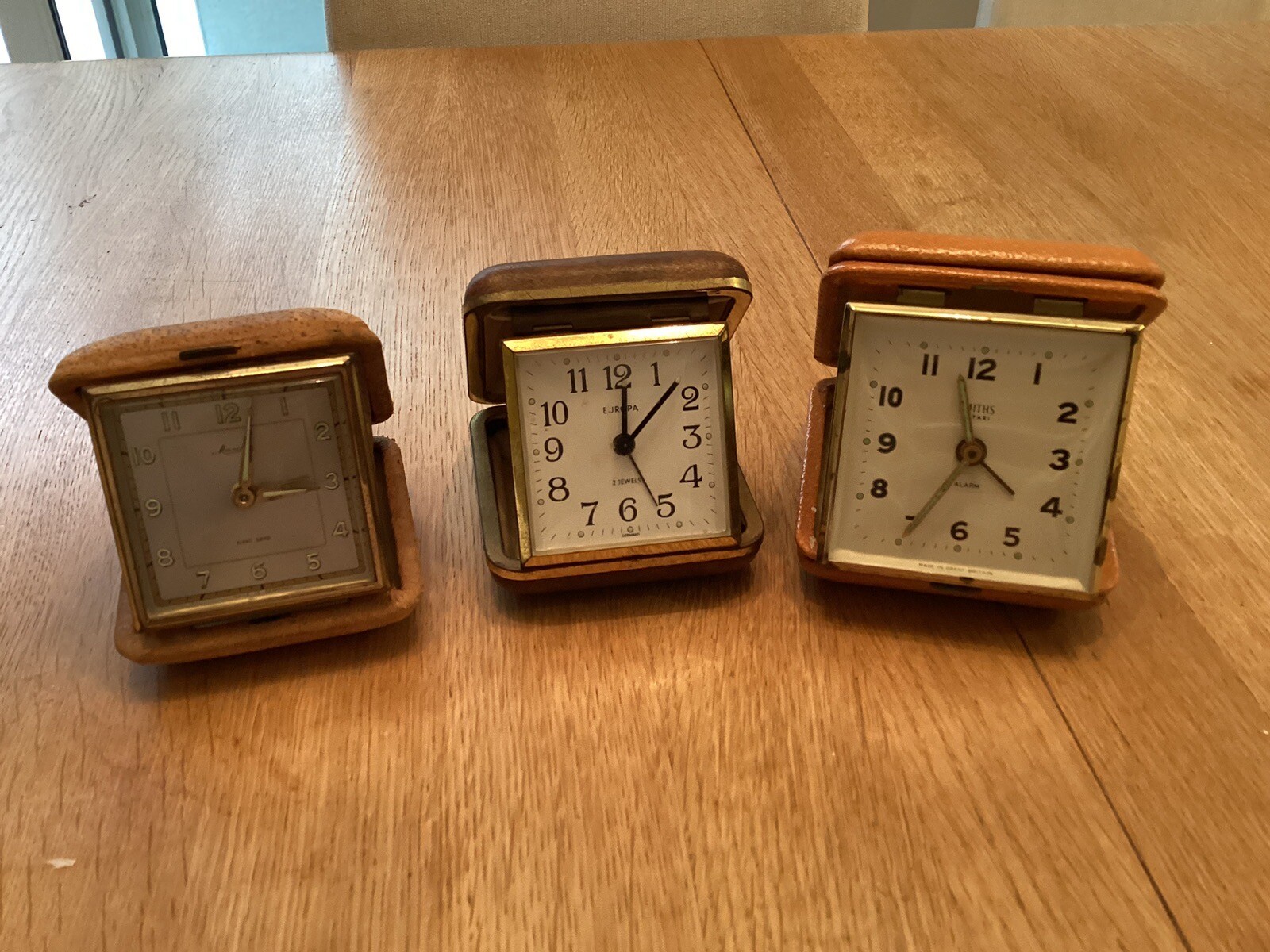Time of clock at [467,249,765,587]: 12:07
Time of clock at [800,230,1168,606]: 11:35
